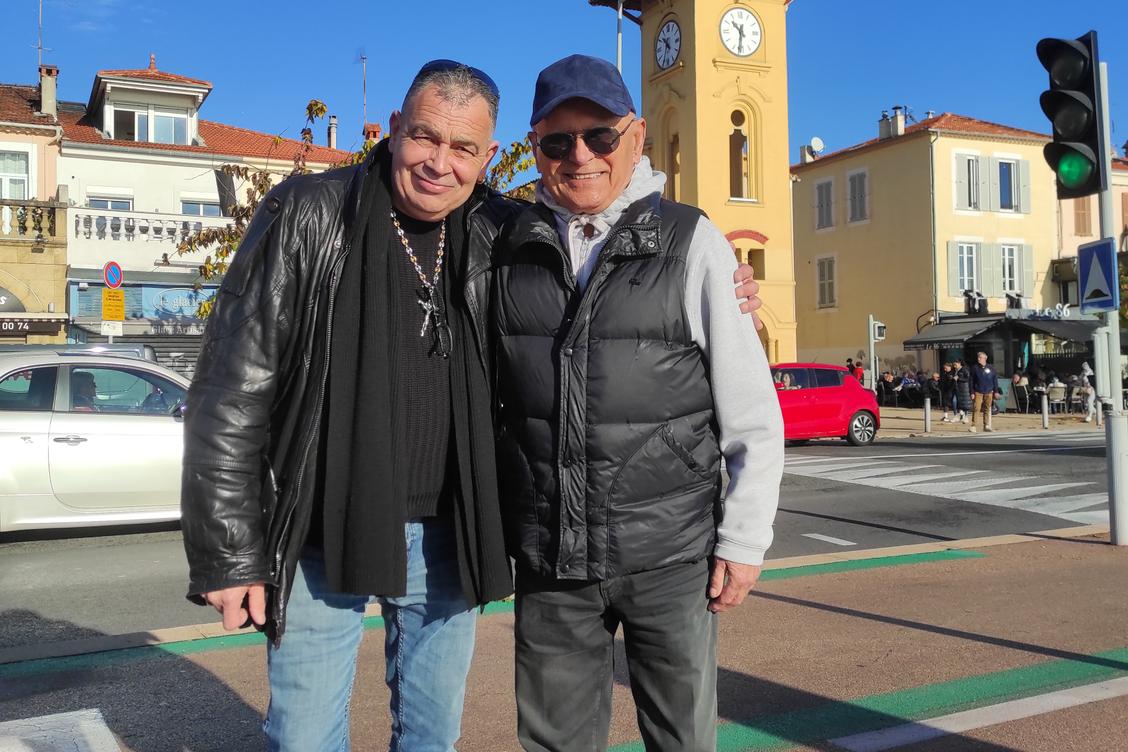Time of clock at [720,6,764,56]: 10:31
